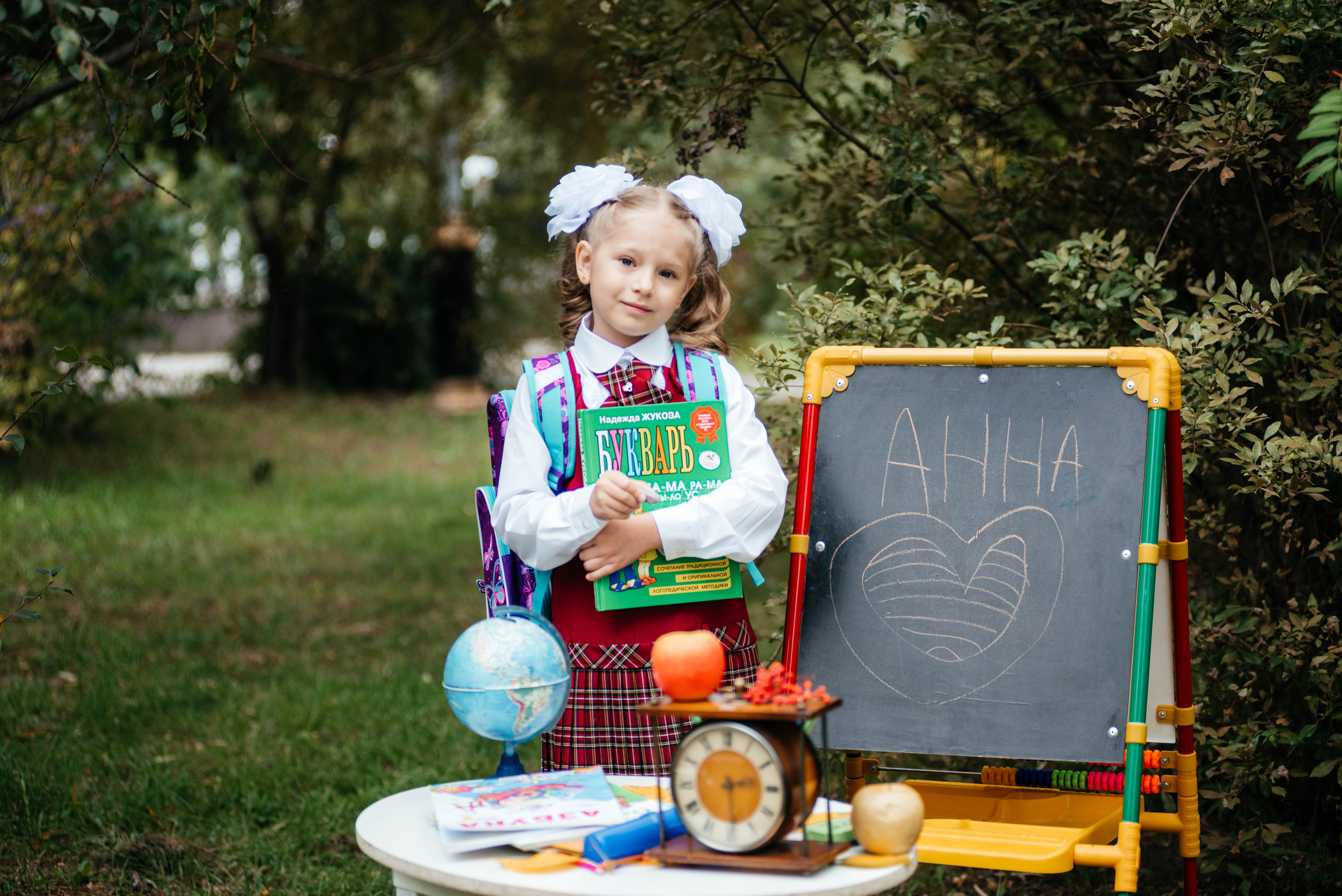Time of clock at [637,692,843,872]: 2:29
